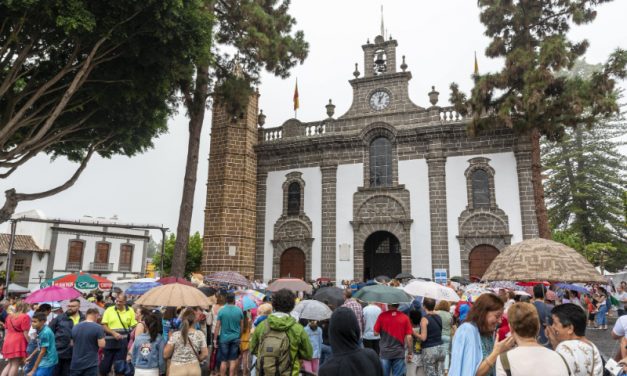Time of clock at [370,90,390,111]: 12:05
